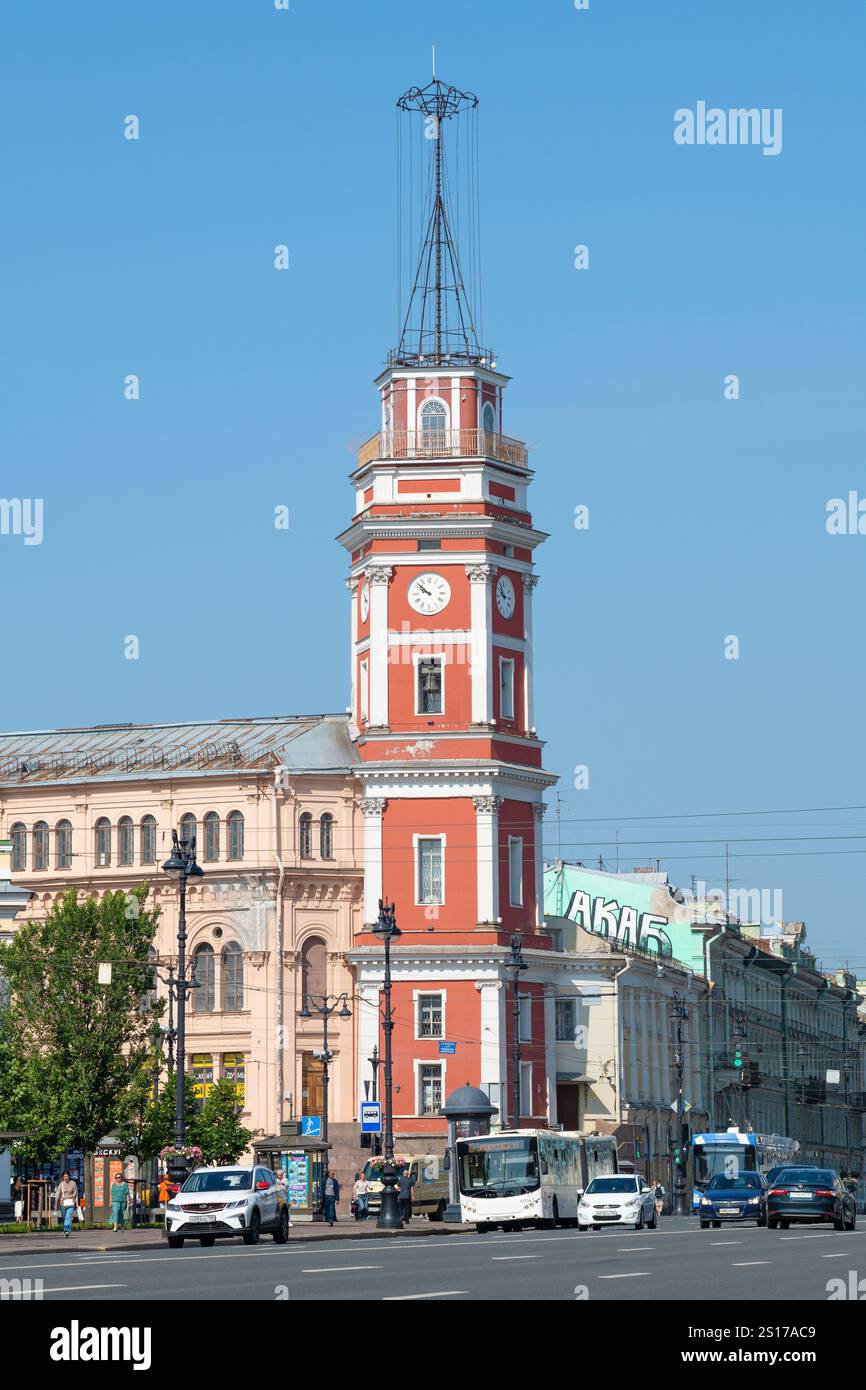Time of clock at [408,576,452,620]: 9:51
